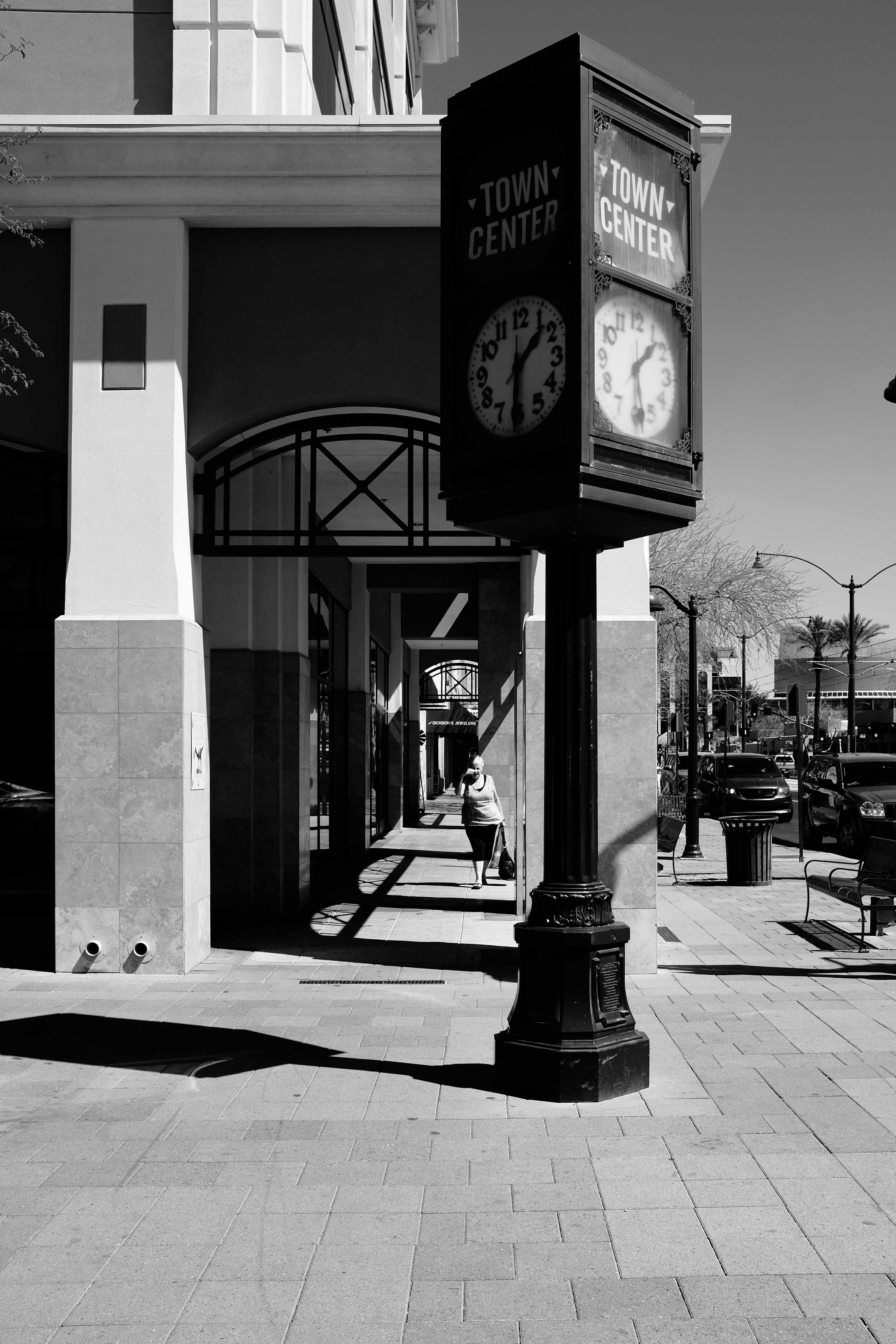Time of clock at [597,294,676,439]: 1:27
